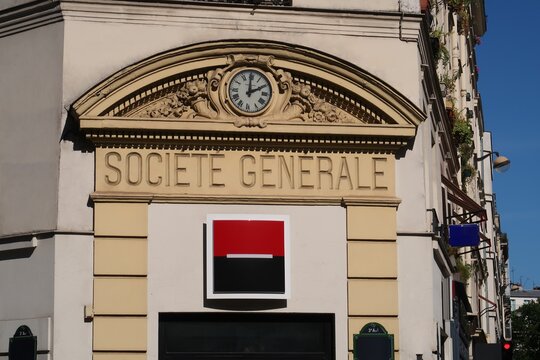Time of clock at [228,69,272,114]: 1:59
